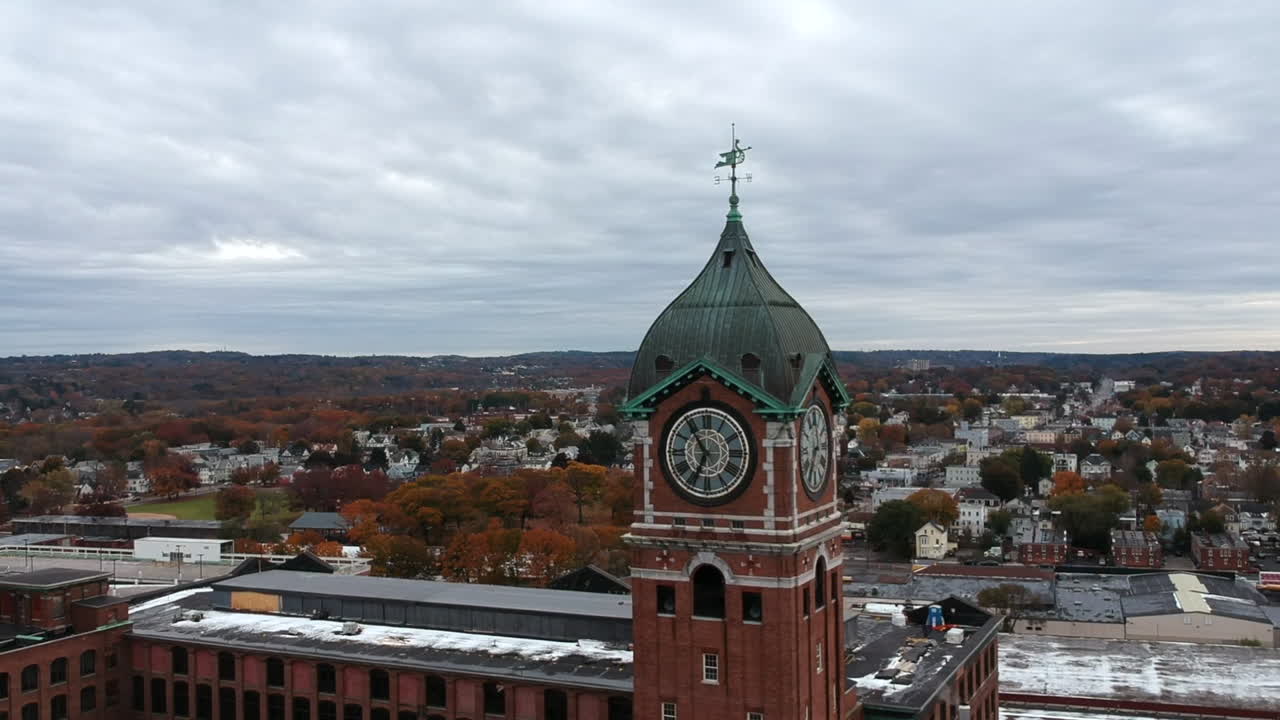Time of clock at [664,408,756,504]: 6:54
